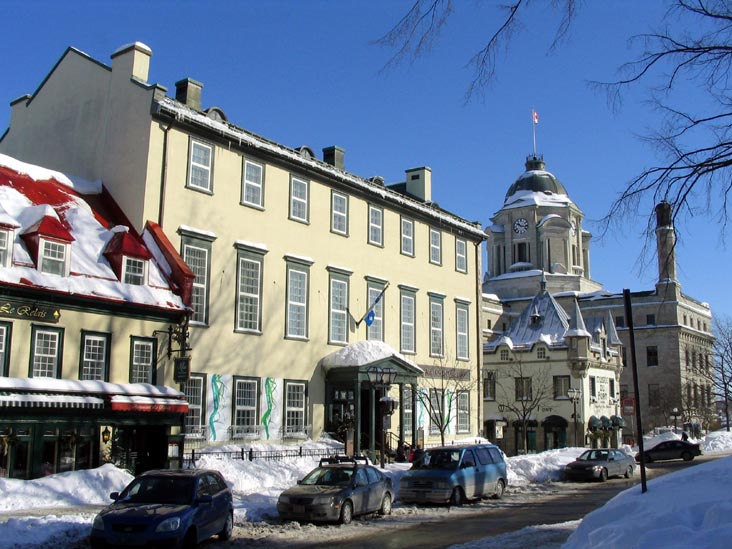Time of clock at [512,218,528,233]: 10:17
